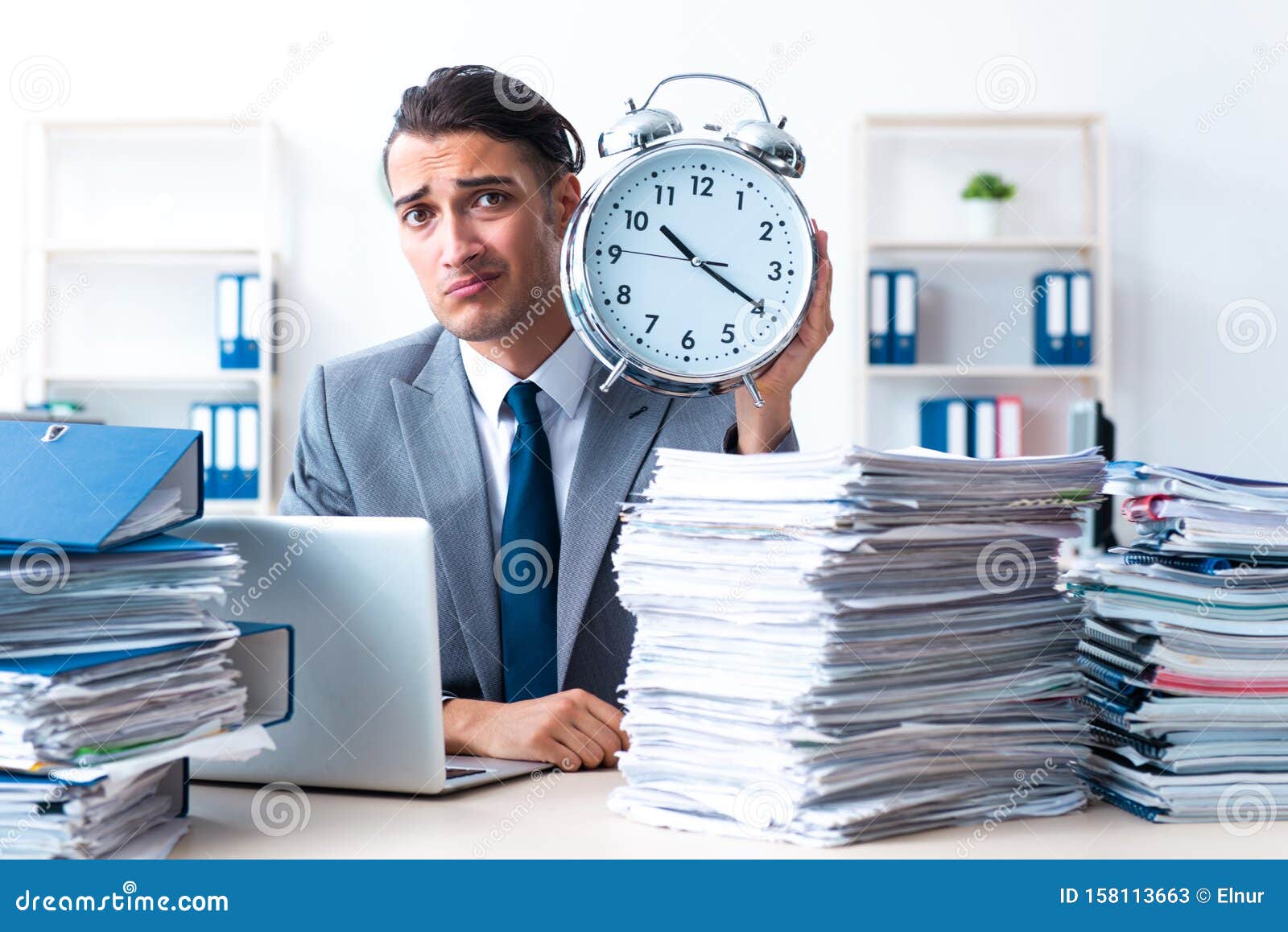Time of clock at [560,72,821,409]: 10:19
